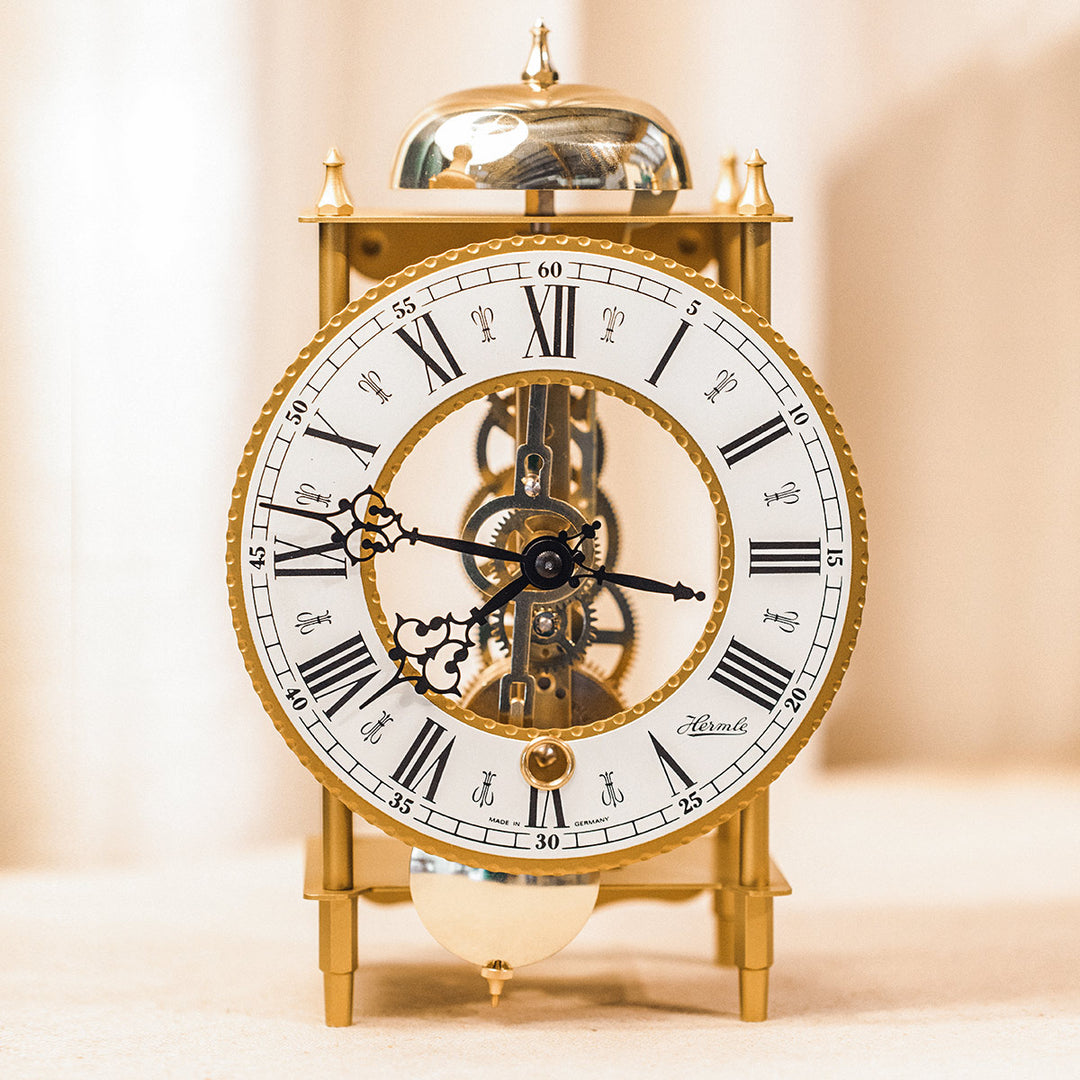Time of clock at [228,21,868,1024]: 11:46
